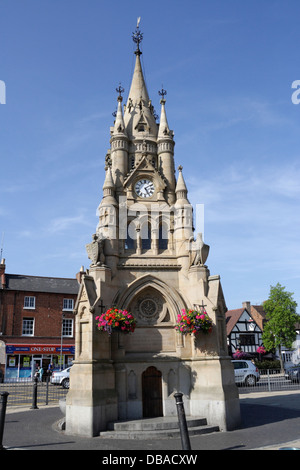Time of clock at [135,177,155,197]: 5:09
